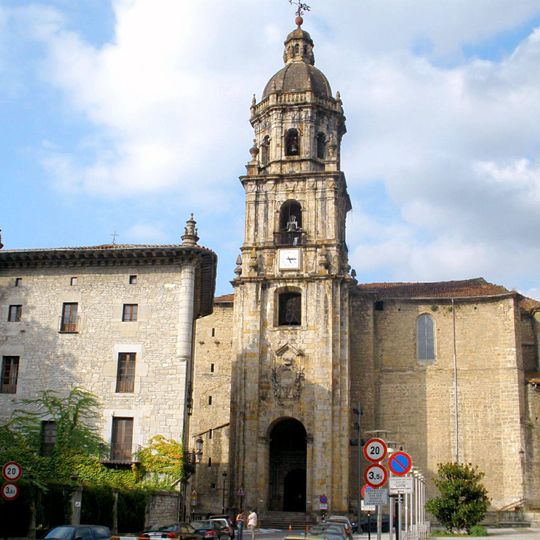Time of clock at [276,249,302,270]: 5:14
